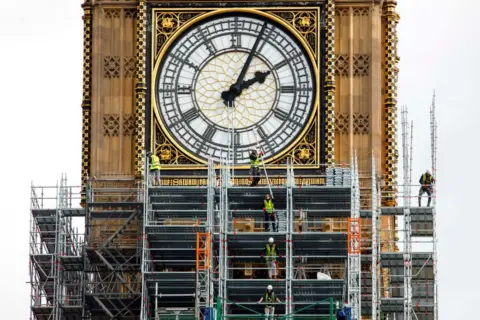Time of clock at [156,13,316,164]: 2:04
